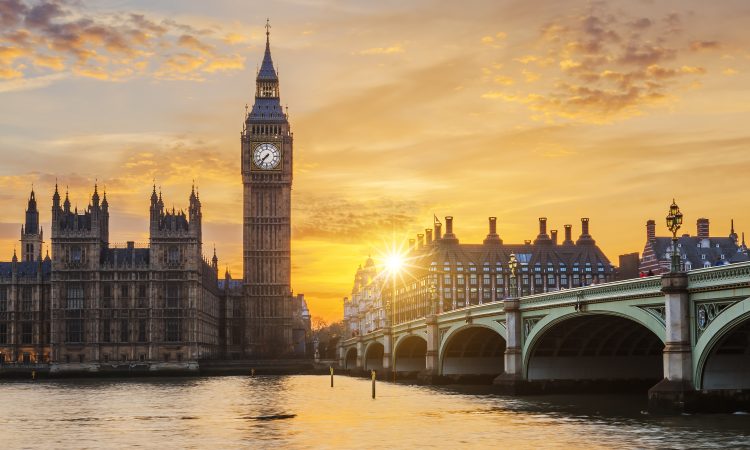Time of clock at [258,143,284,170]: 7:36
